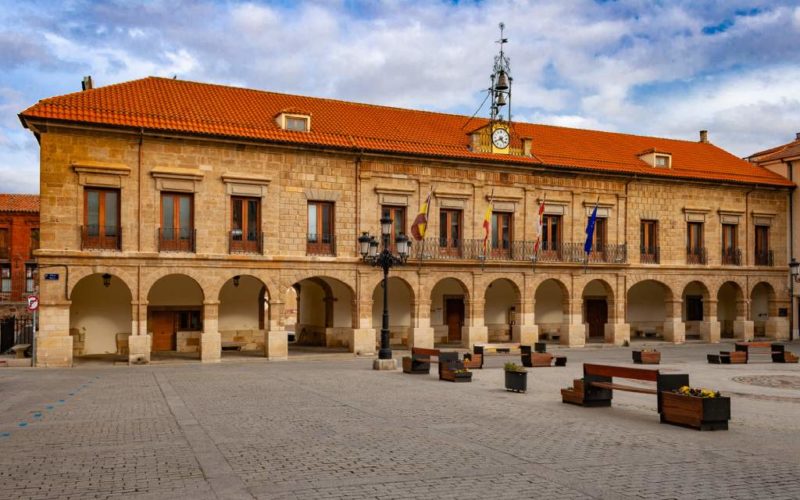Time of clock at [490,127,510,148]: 4:40
